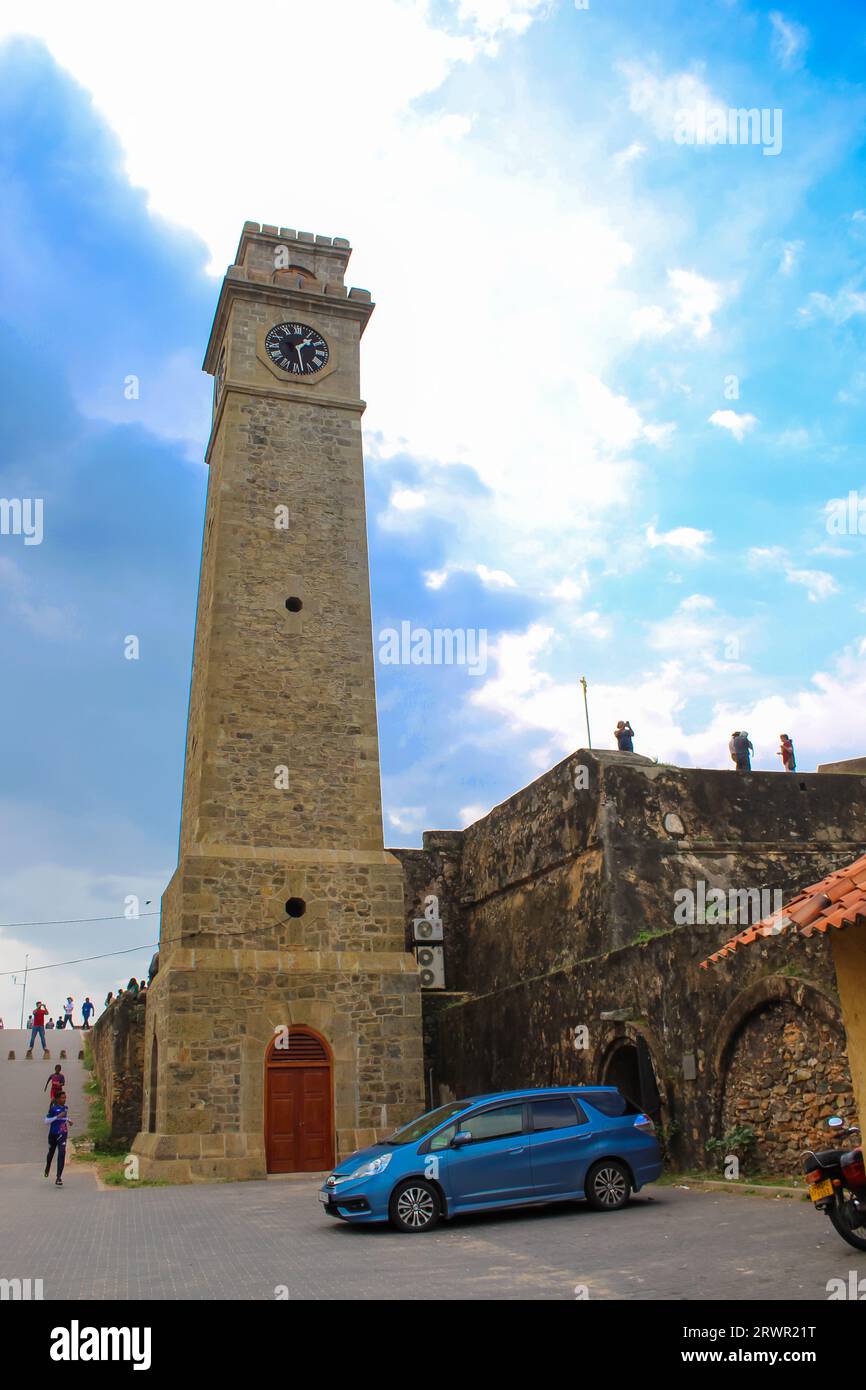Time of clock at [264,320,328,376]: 1:28
